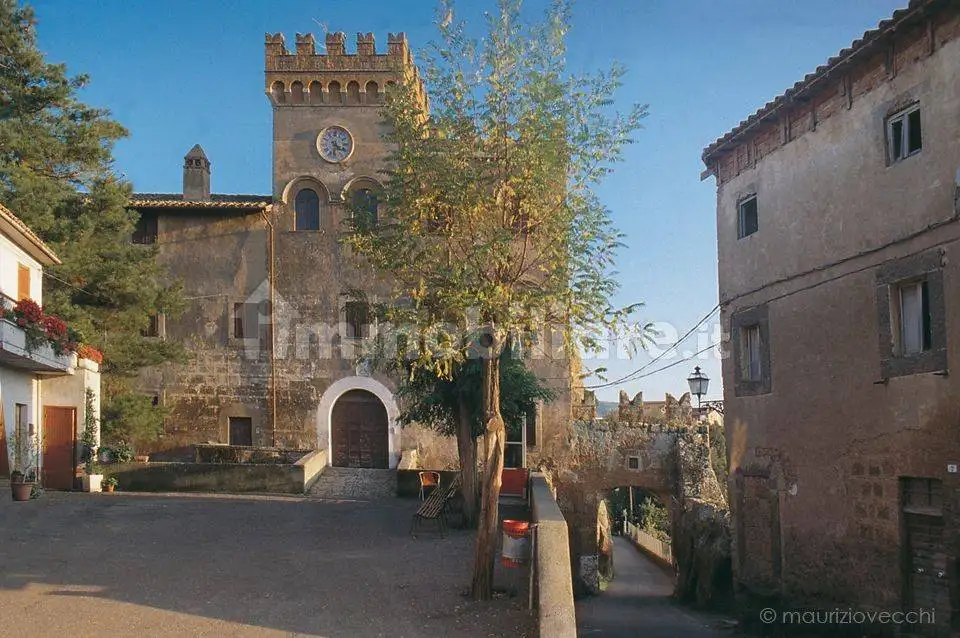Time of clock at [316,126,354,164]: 4:31
